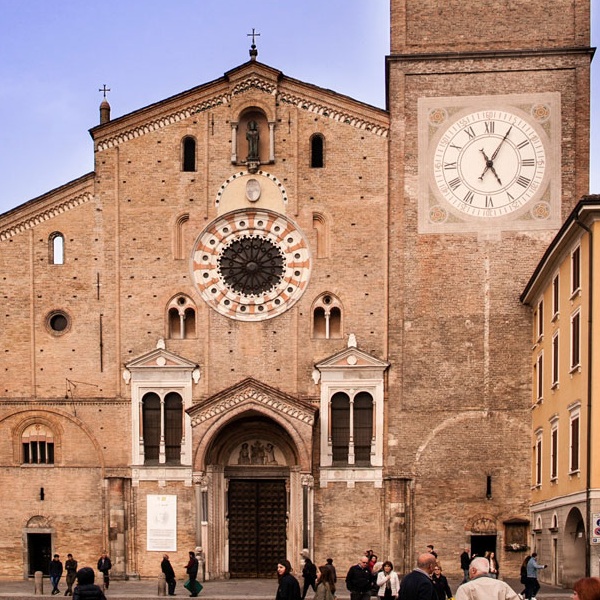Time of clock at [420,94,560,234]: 5:04
